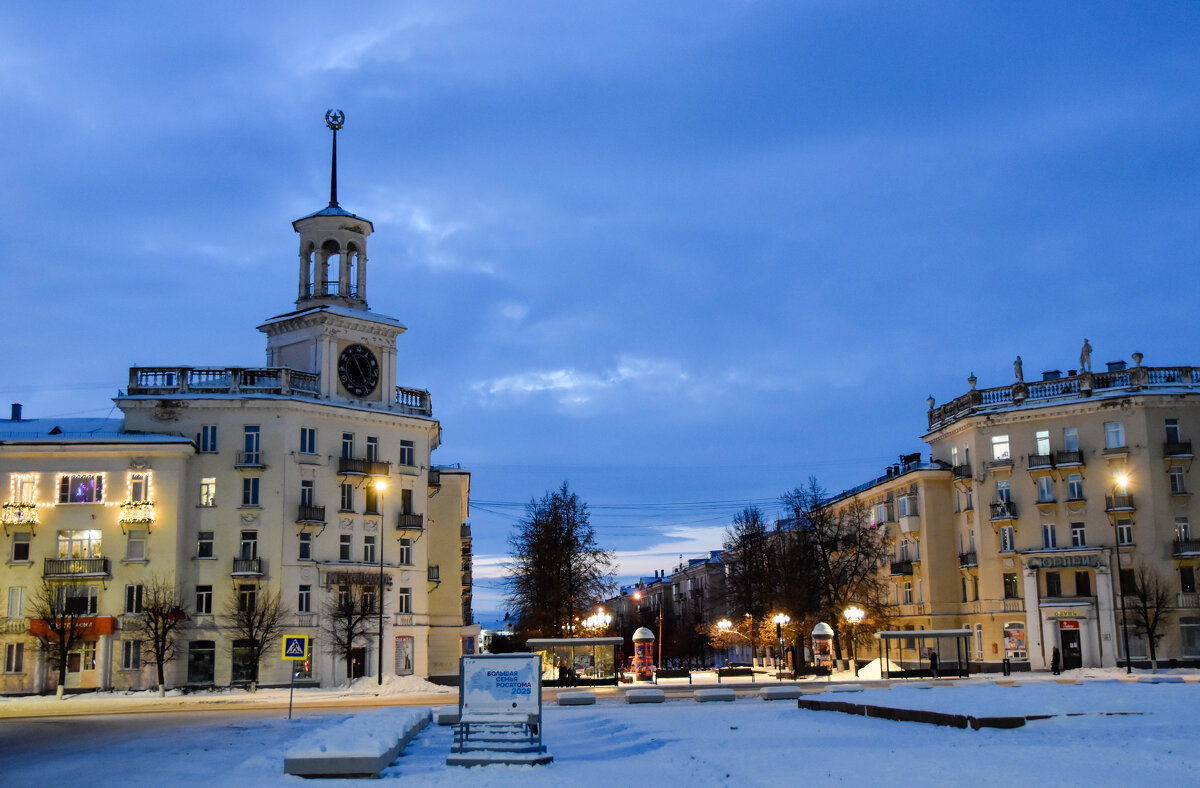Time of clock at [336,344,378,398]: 4:55
